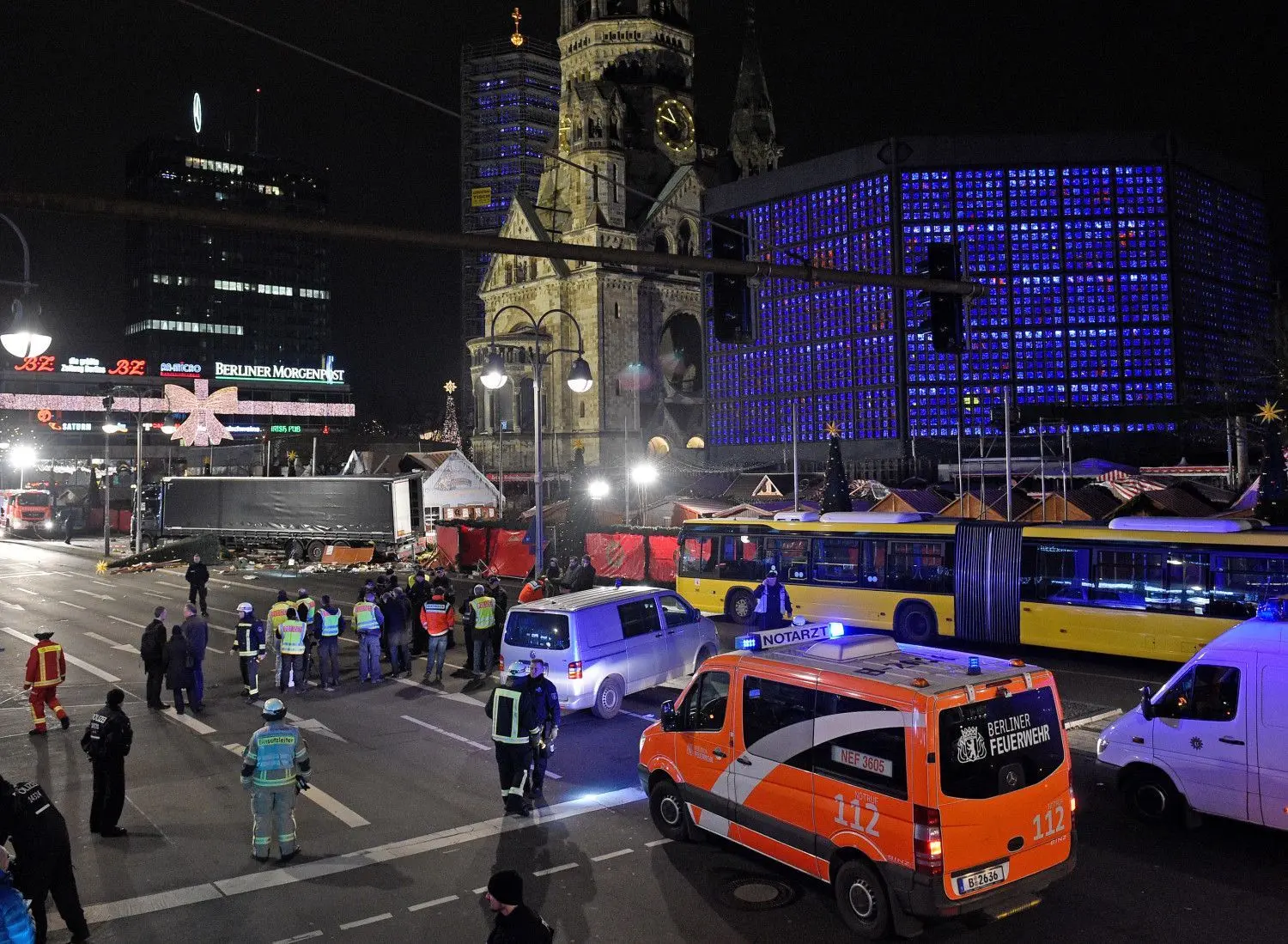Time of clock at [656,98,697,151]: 10:47
